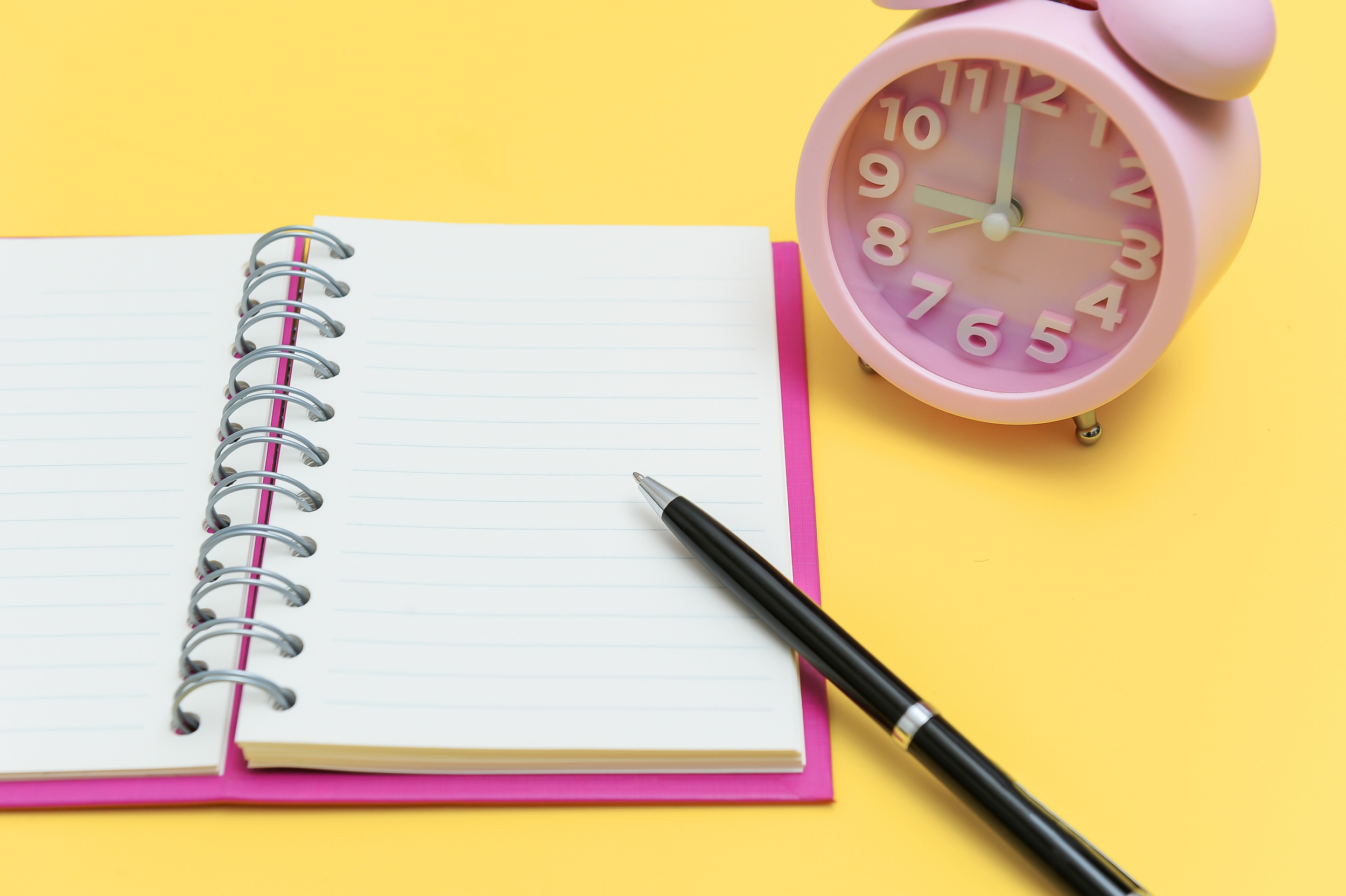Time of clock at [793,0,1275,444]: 8:58
